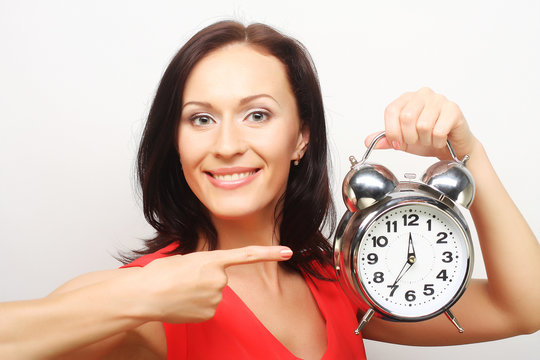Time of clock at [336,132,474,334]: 11:34
